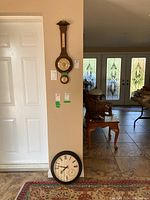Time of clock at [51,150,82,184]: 7:46
